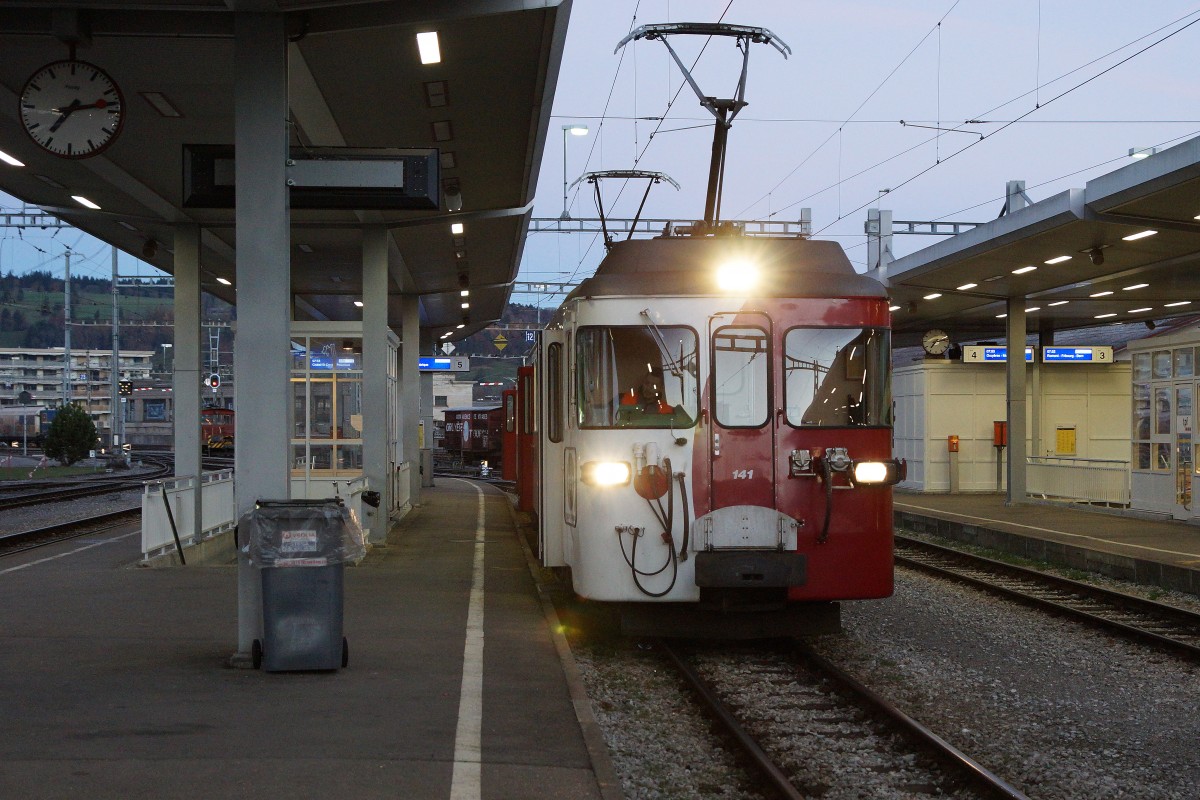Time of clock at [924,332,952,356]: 7:12
